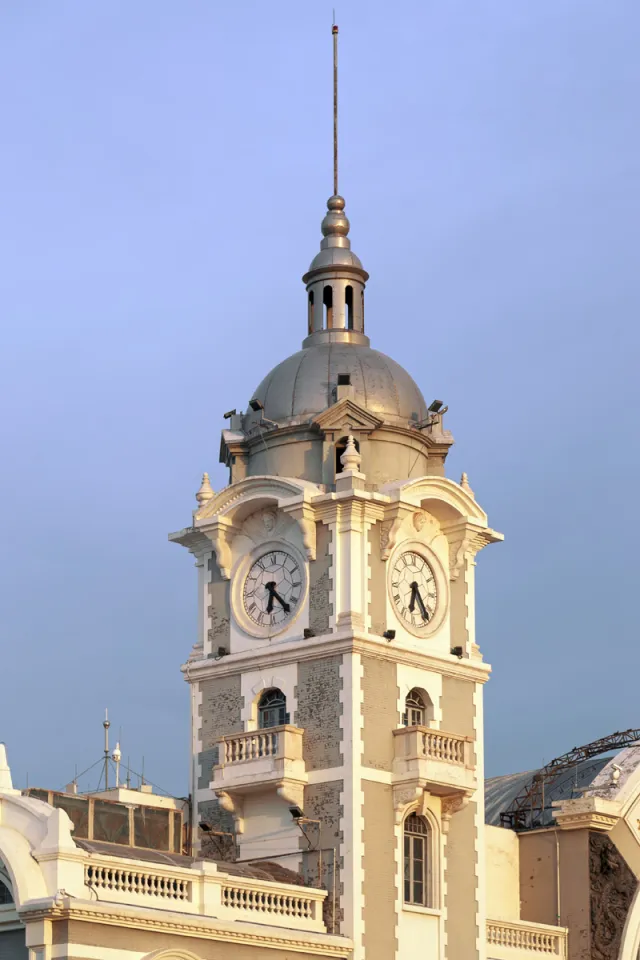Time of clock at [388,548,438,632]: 6:23
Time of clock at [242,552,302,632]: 6:23
